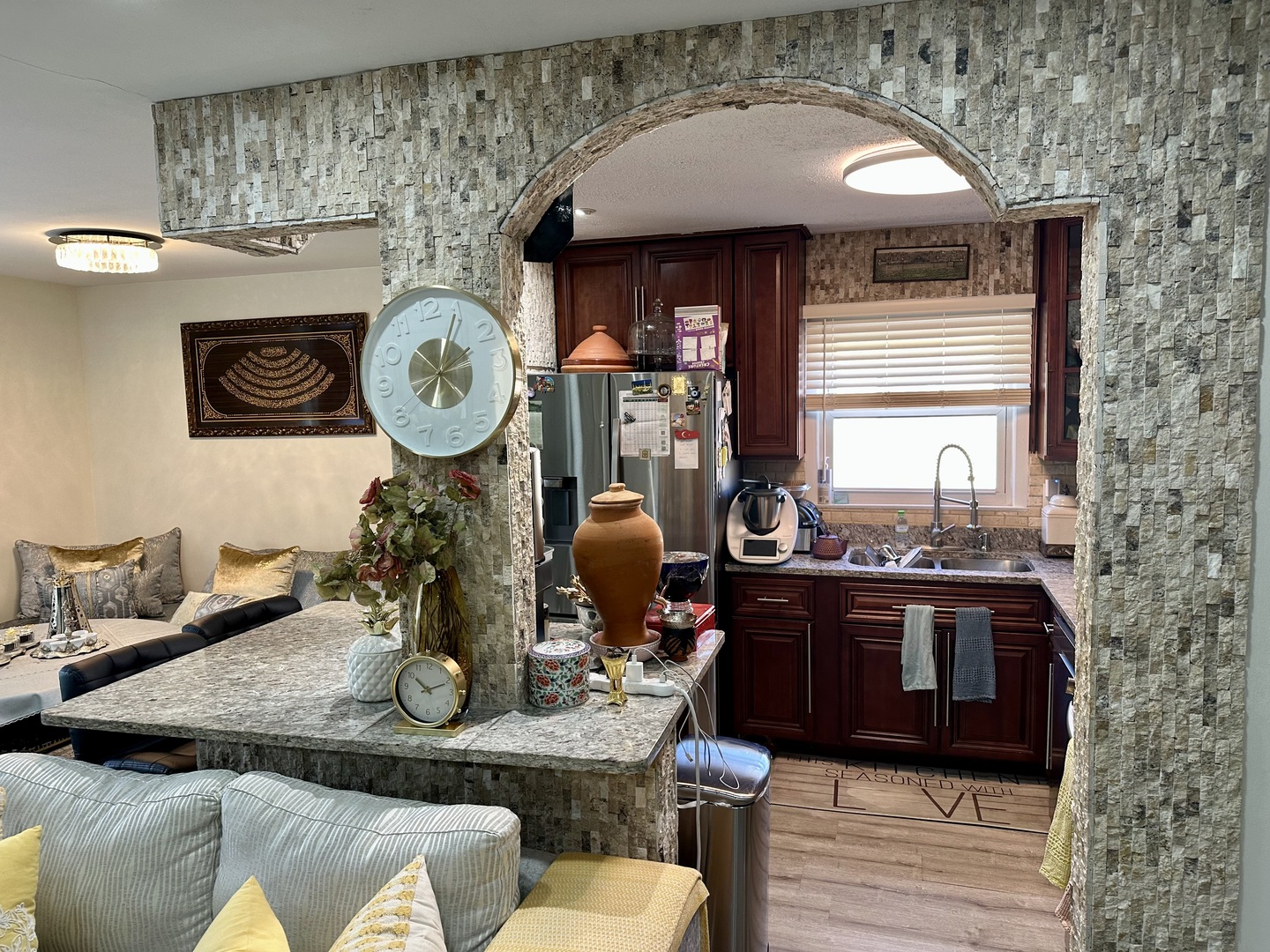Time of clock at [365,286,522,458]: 7:04
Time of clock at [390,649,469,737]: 10:11
